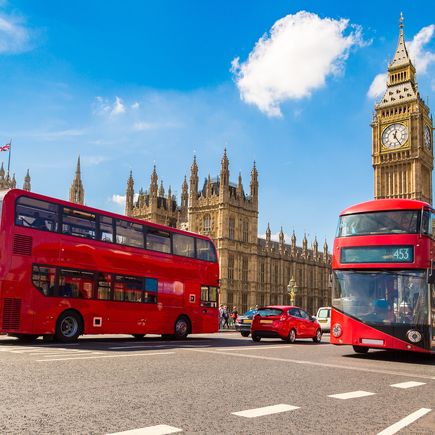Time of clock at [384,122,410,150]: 12:24
